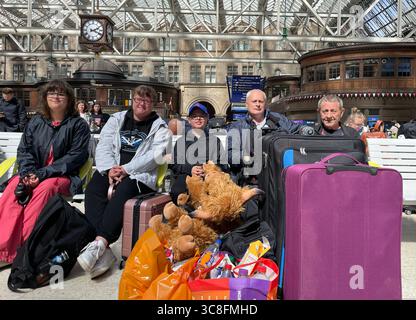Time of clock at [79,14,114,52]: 2:18
